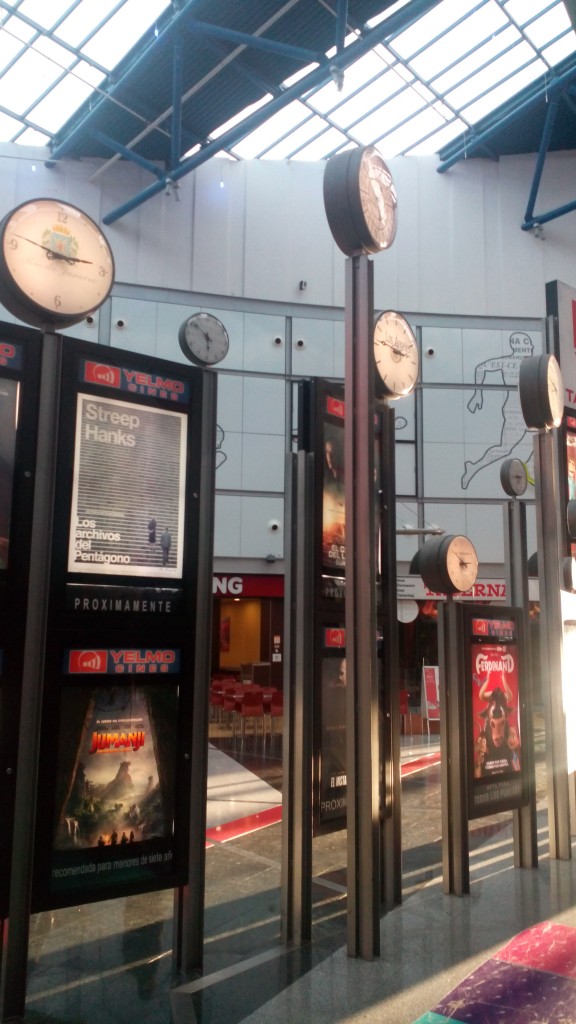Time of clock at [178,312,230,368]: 5:51
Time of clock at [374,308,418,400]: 2:46
